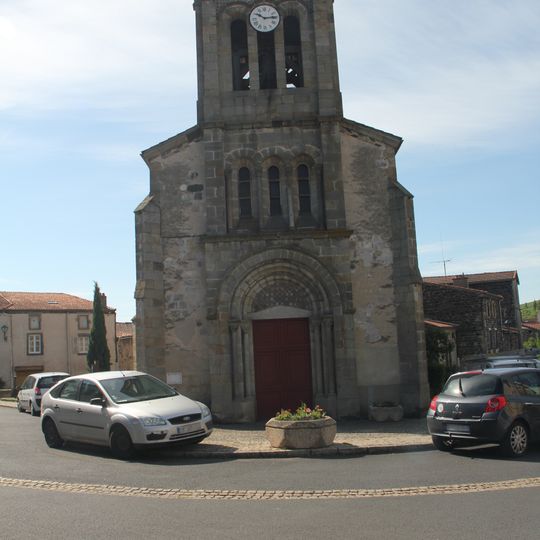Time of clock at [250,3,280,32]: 10:14
